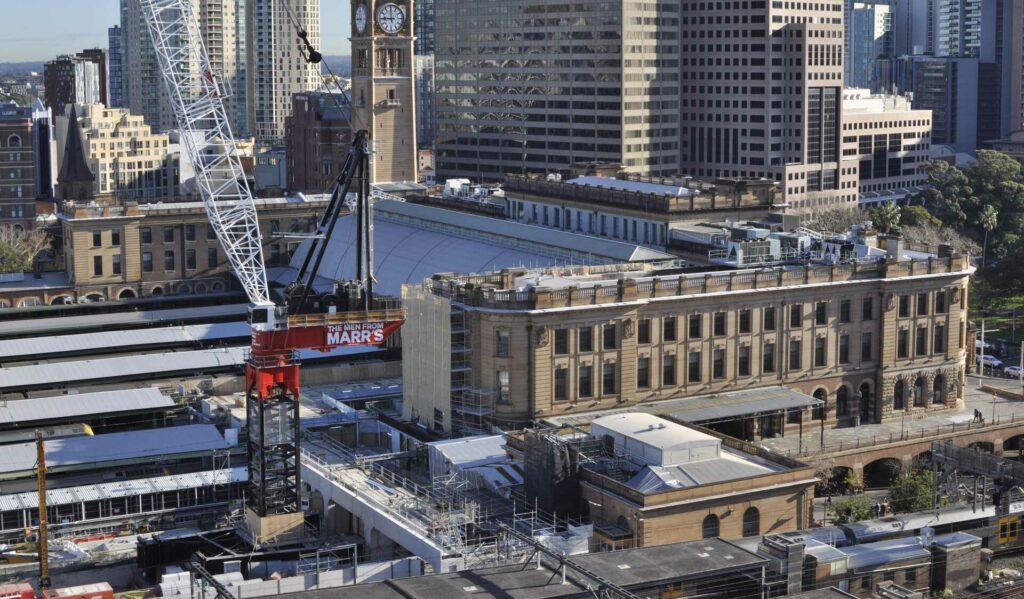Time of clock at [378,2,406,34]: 8:59
